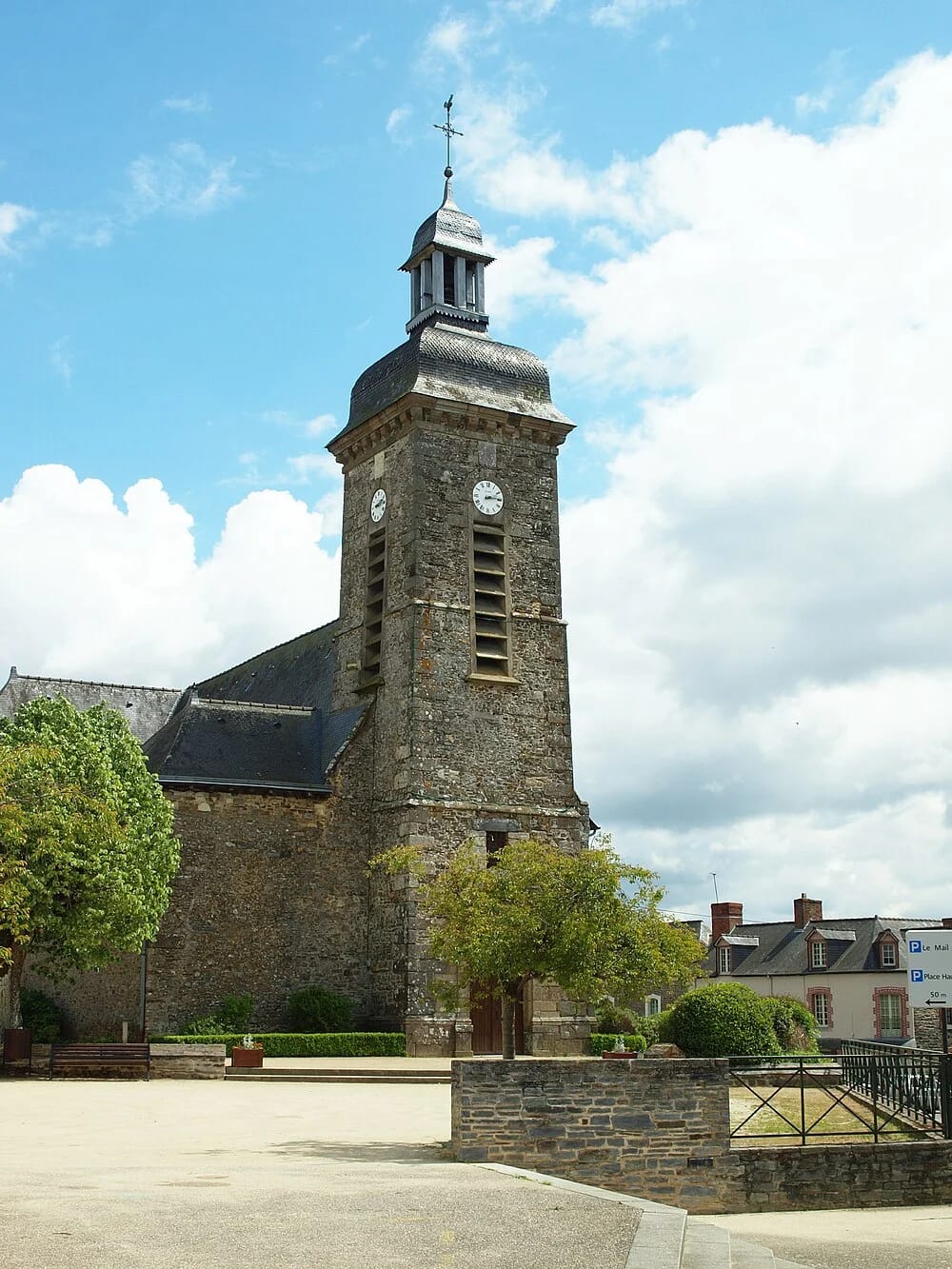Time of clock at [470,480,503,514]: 2:13
